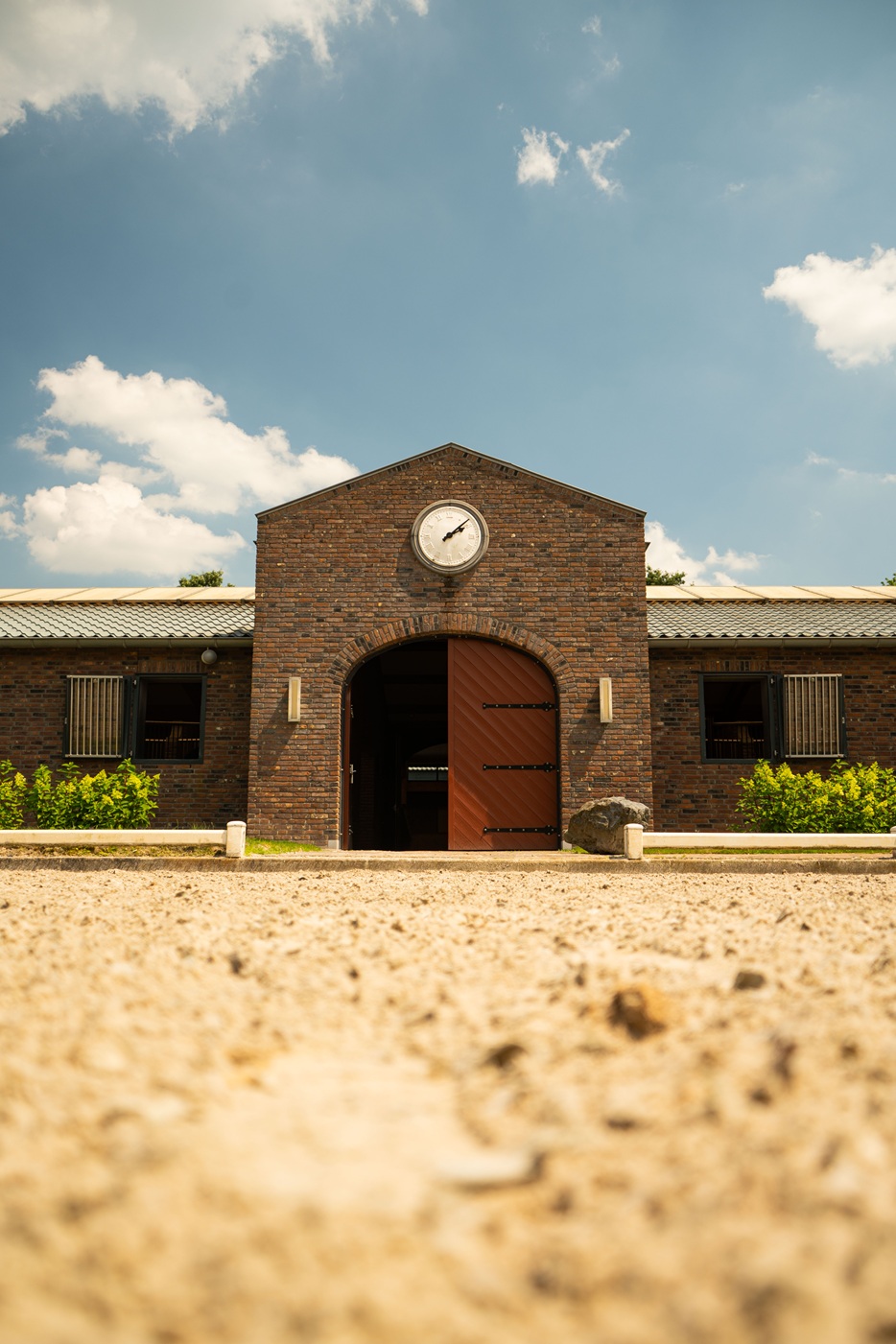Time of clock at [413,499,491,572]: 2:08
